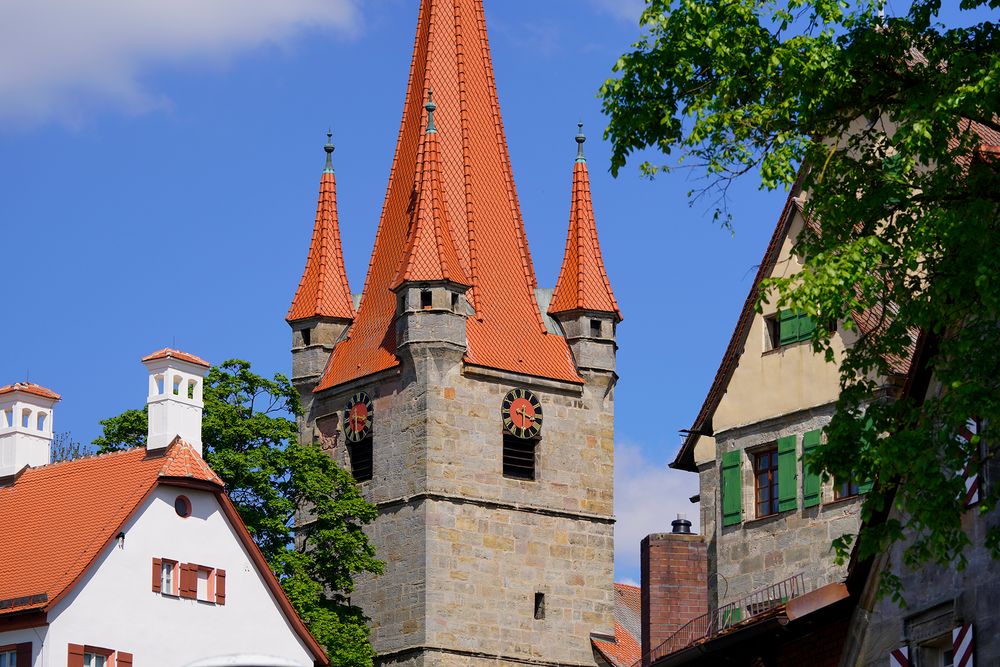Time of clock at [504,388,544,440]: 3:30
